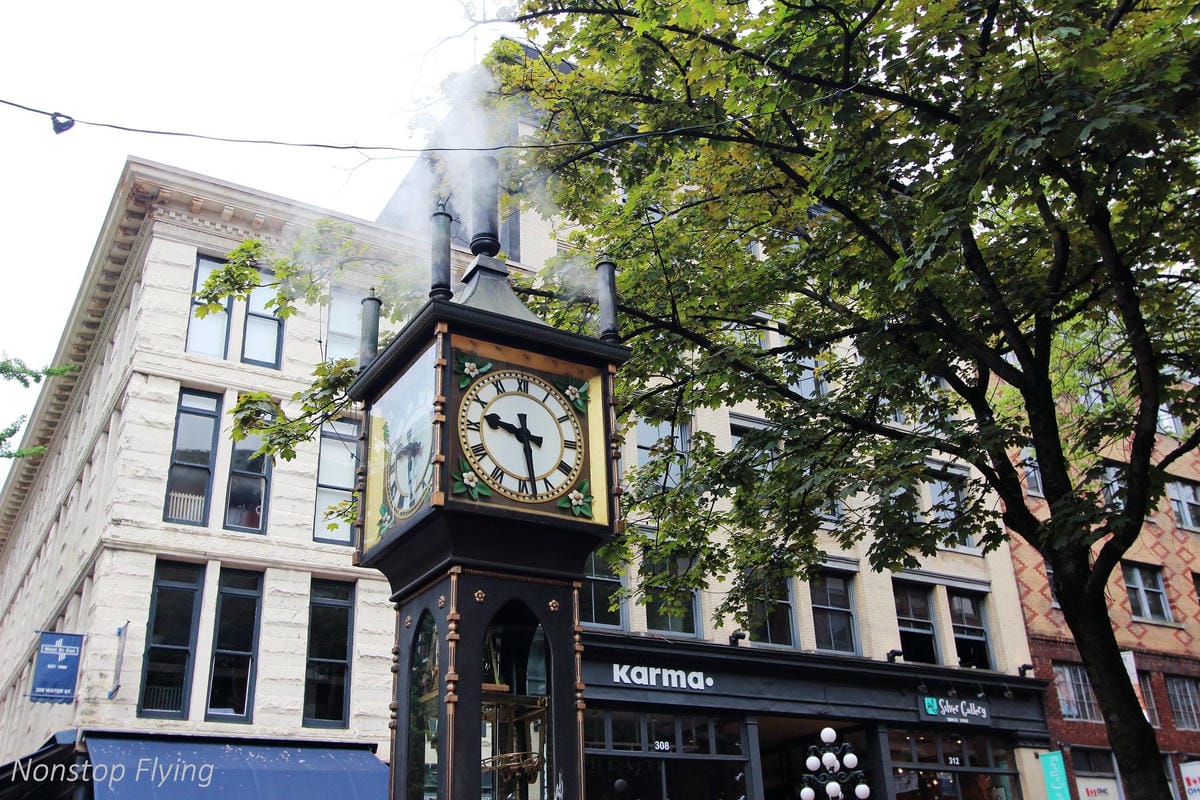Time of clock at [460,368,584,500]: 9:28
